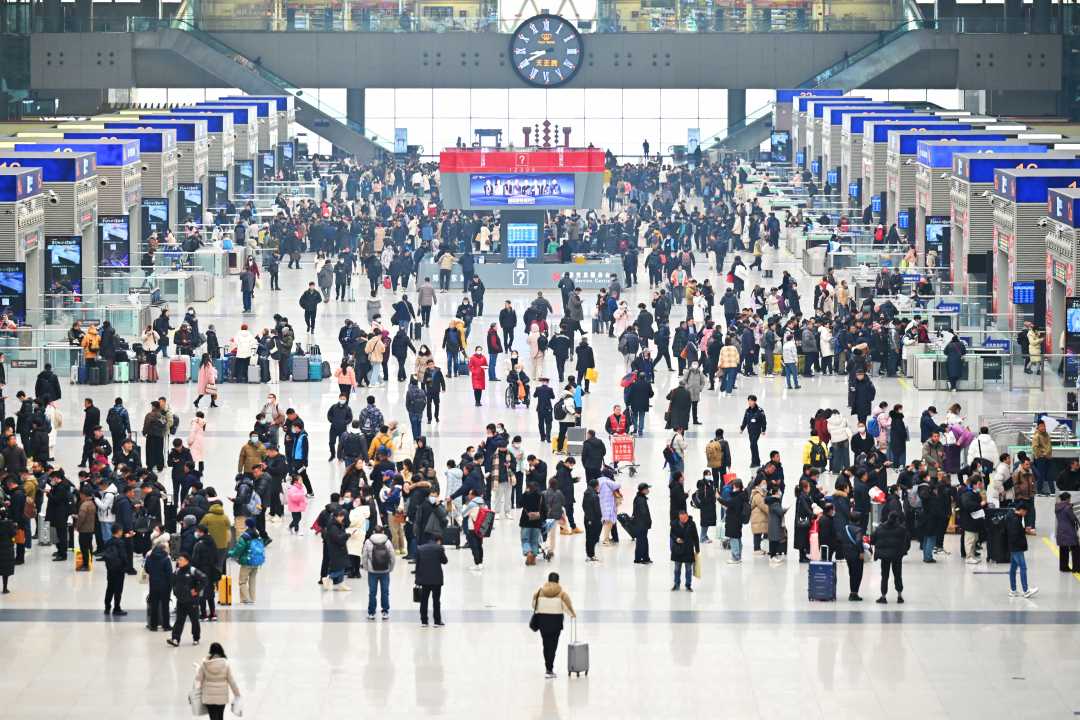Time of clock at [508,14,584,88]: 8:40
